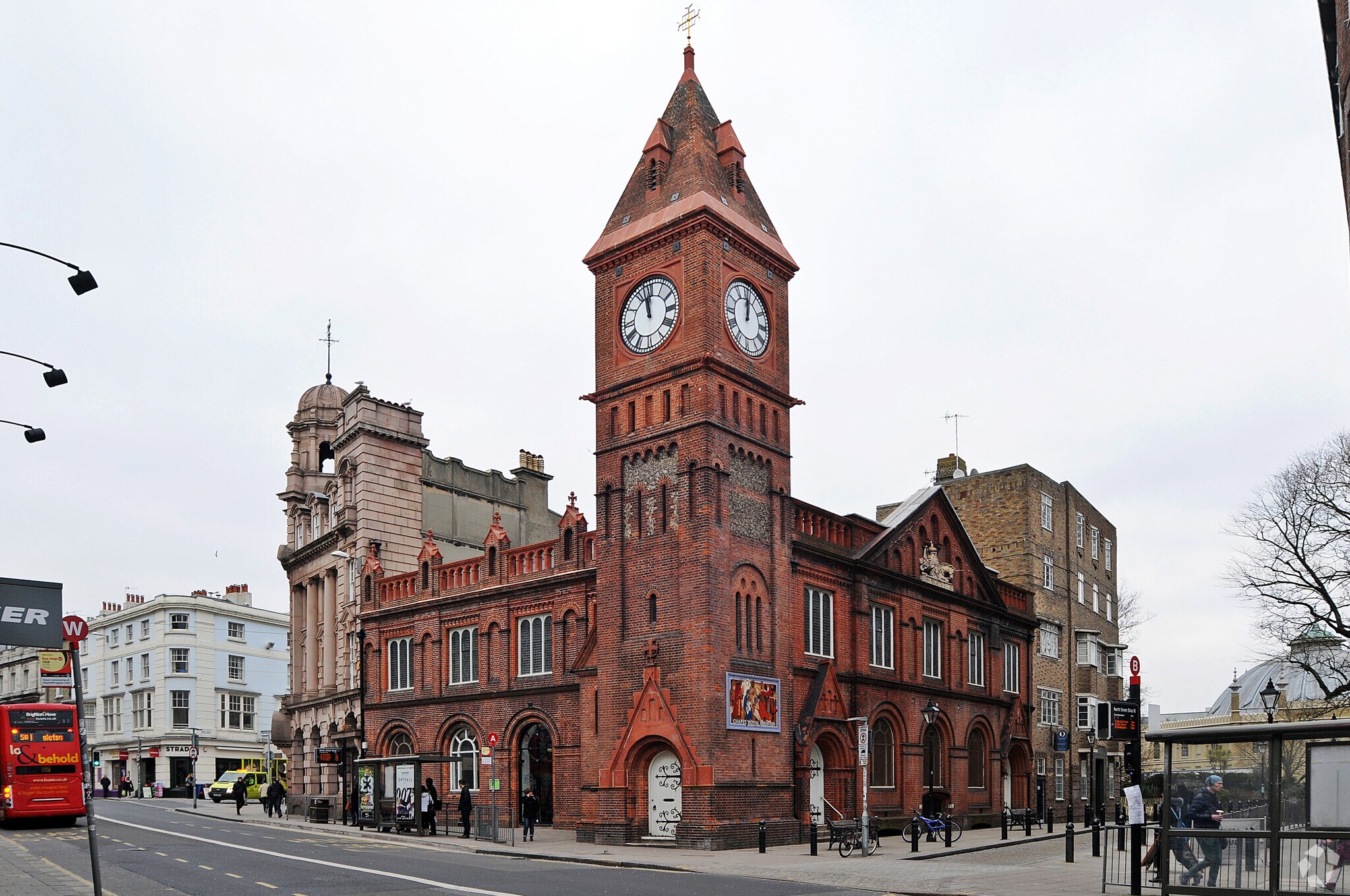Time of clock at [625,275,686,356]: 11:58
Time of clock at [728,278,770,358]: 12:01
